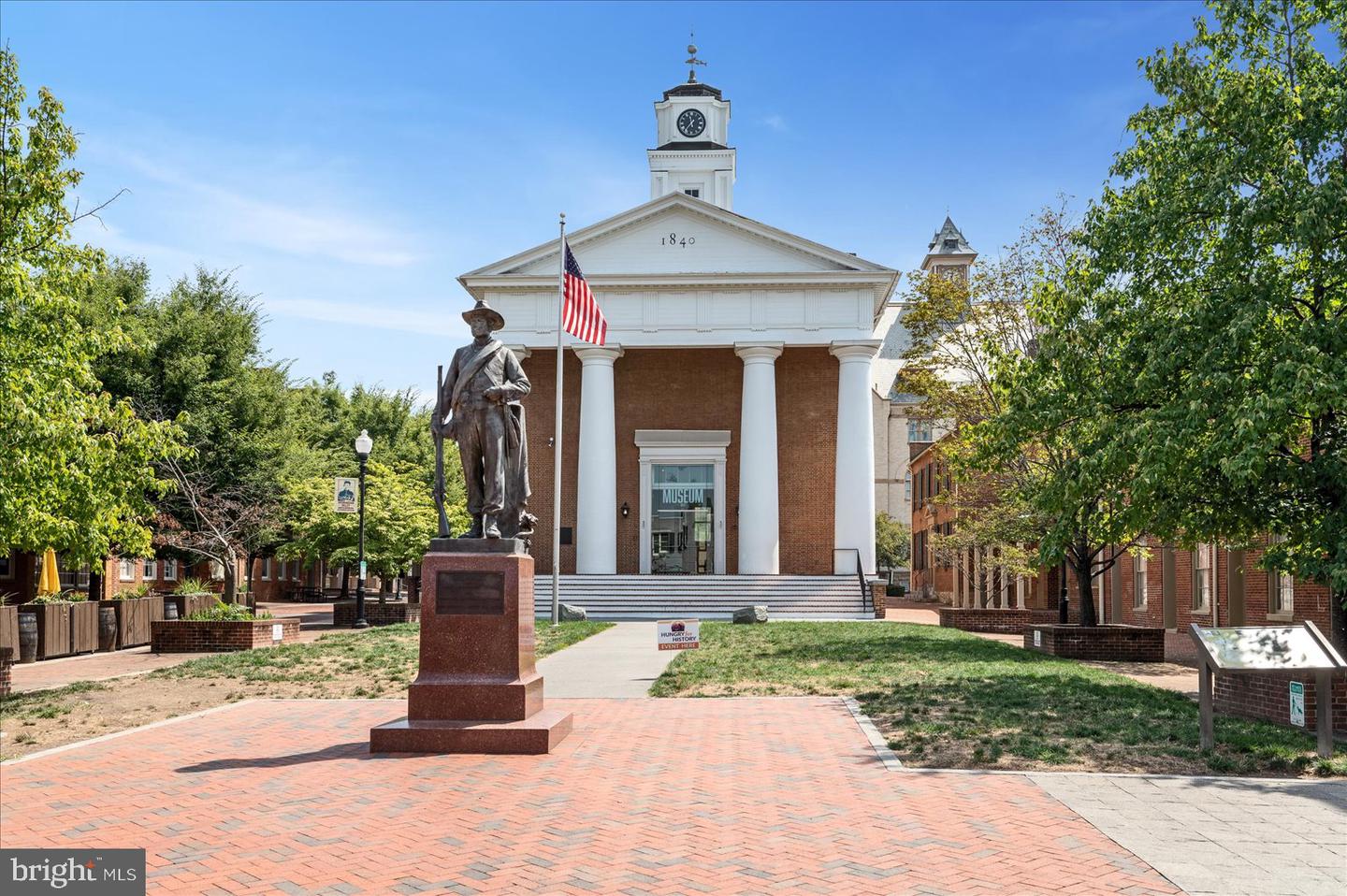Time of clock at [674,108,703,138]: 11:35
